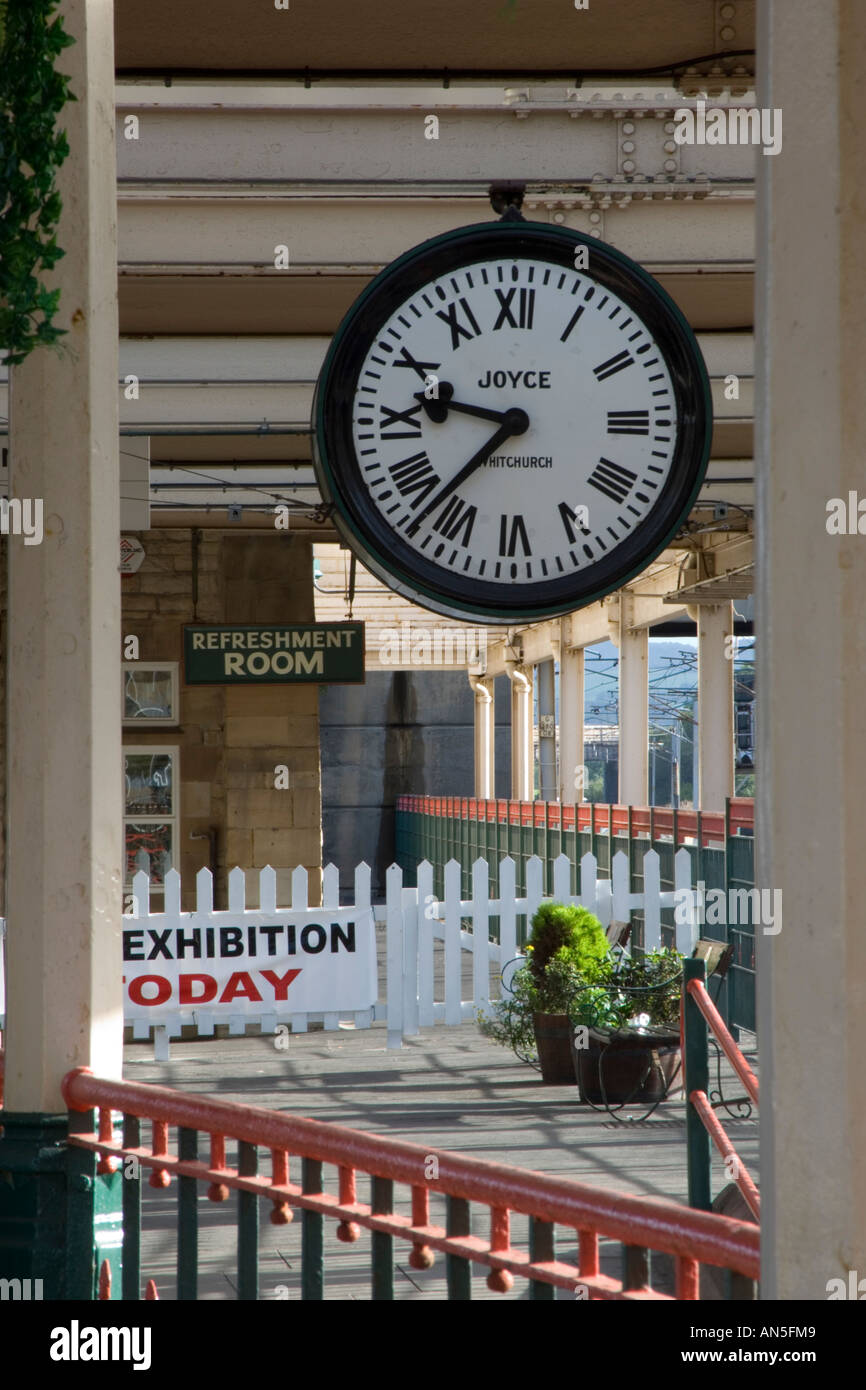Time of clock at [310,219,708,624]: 9:36
